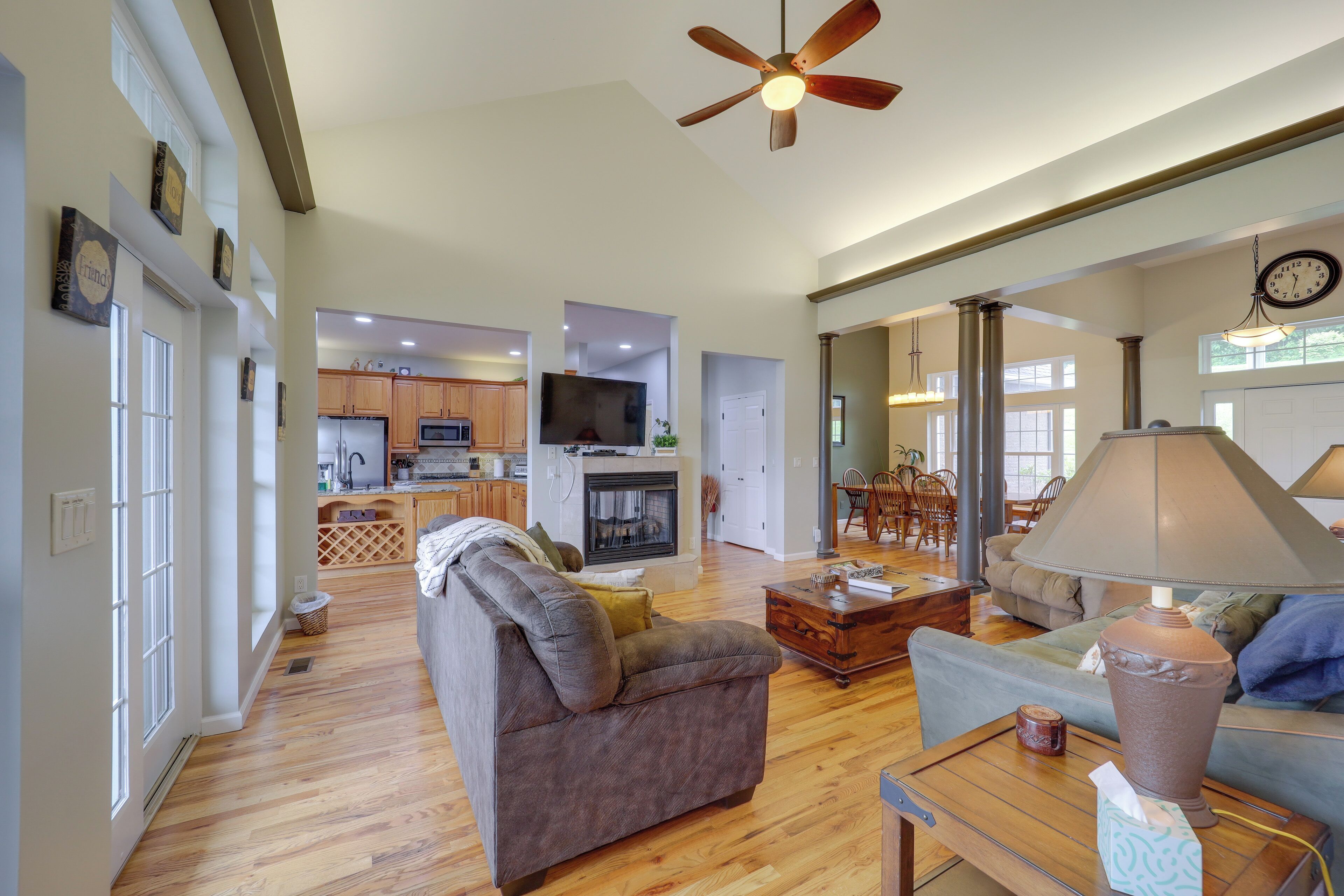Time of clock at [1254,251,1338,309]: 11:32
